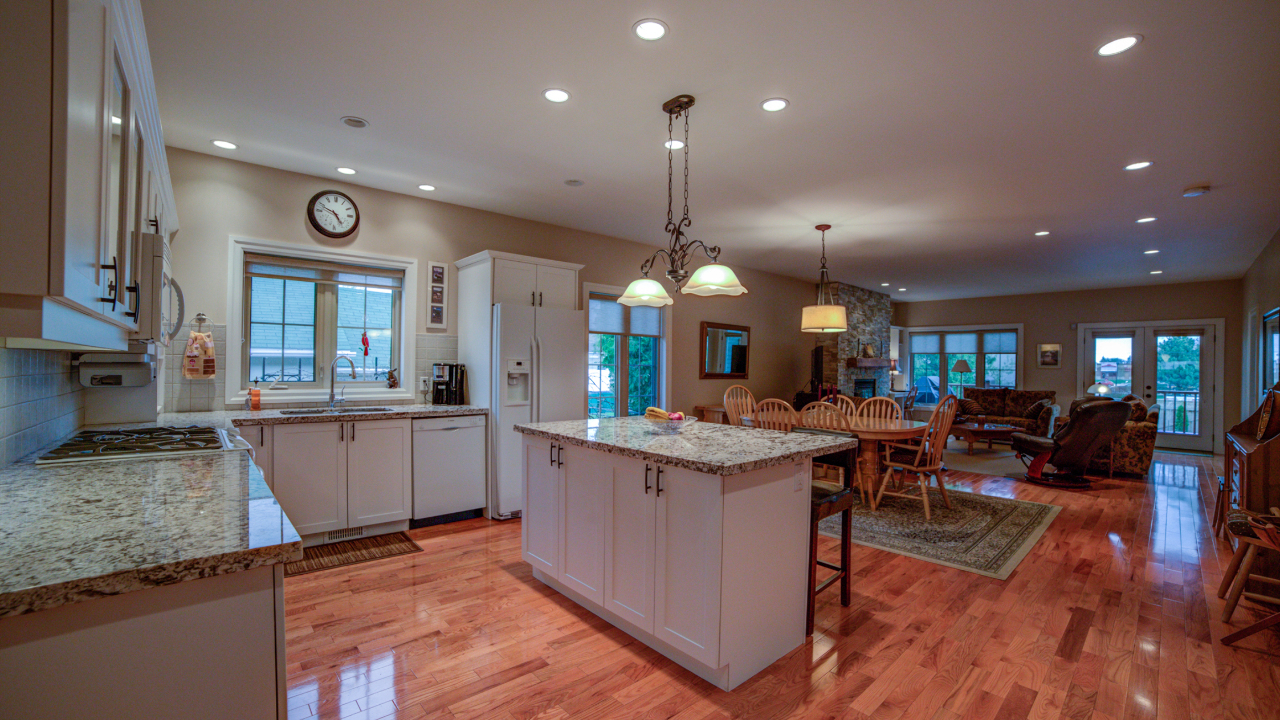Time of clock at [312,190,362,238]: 4:48
